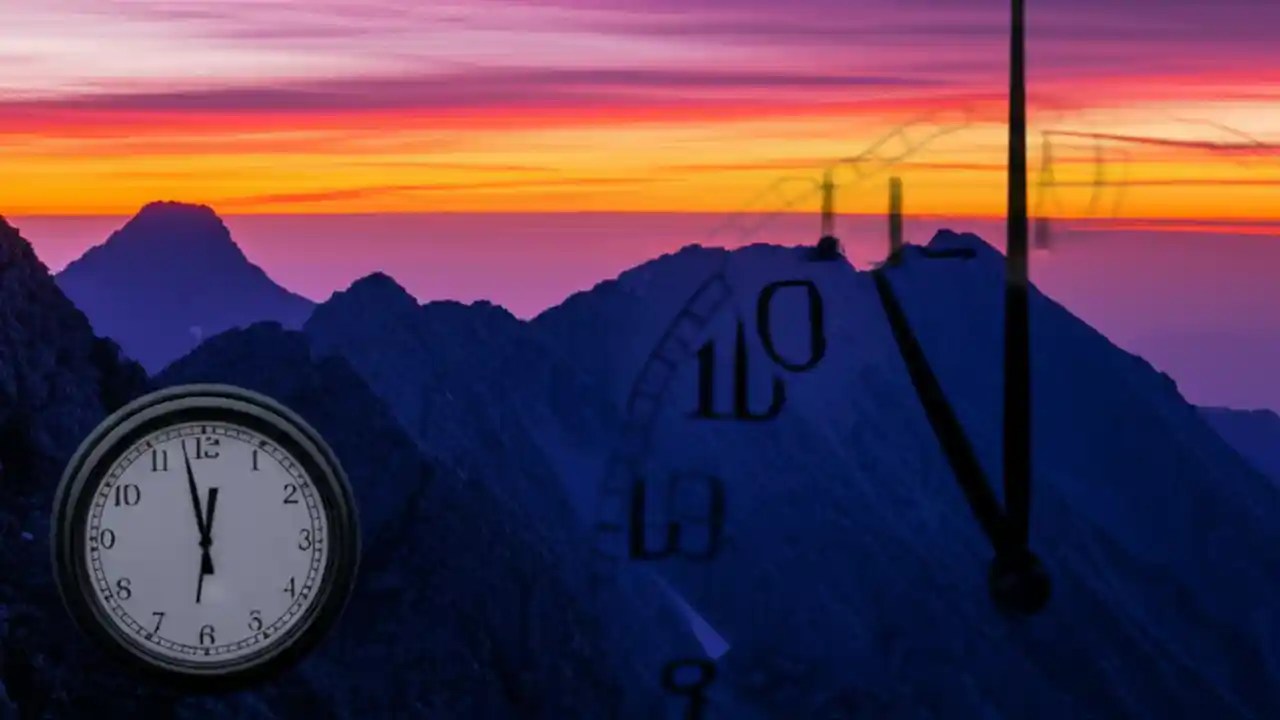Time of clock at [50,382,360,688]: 11:57
